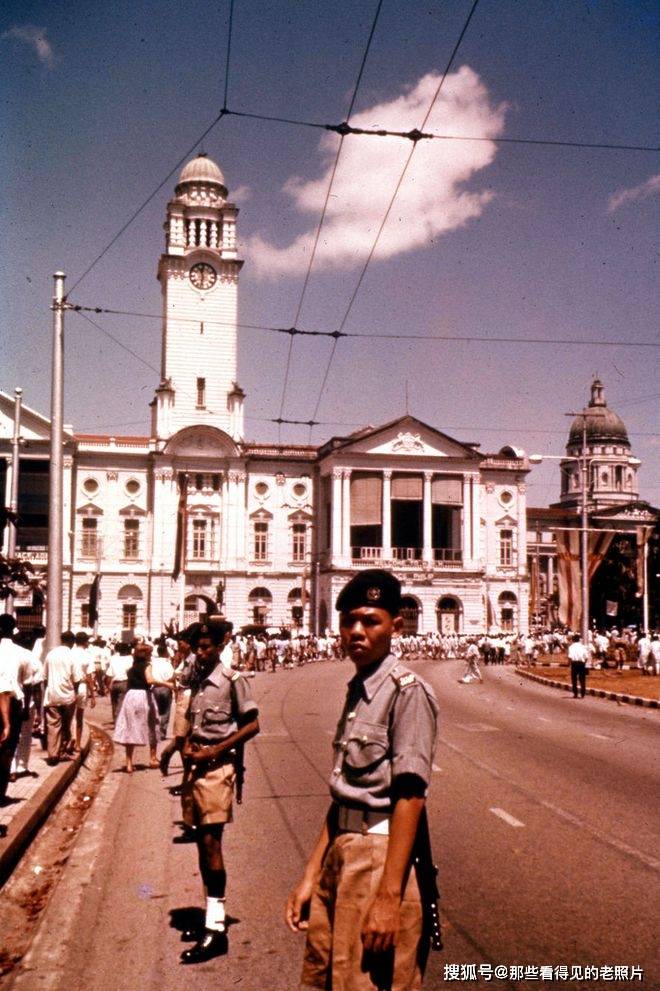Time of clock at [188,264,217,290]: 11:32
